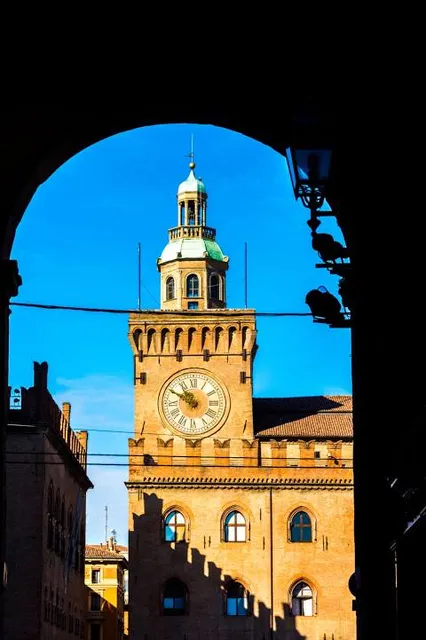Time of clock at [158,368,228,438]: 10:49
